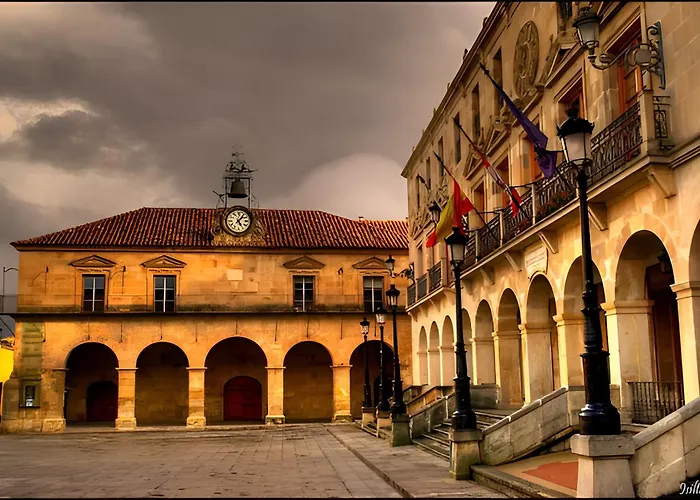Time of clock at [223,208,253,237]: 5:06
